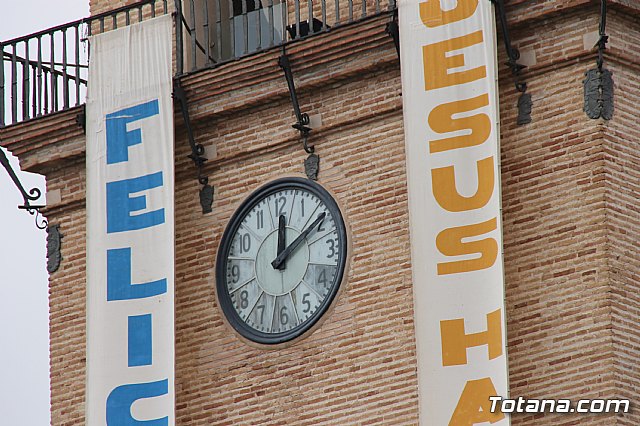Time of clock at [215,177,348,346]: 12:09
